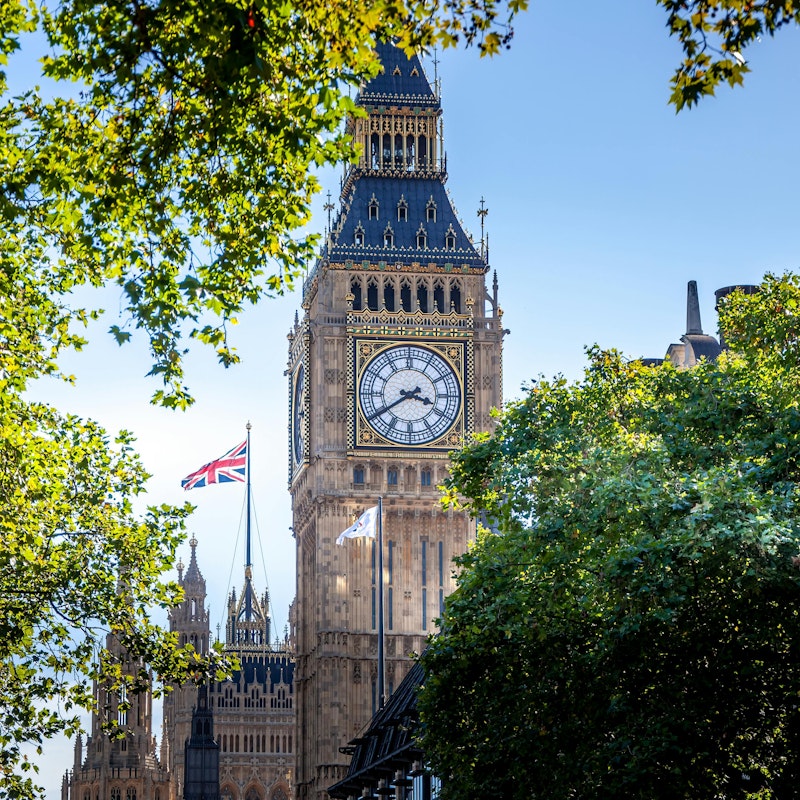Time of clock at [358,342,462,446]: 3:39
